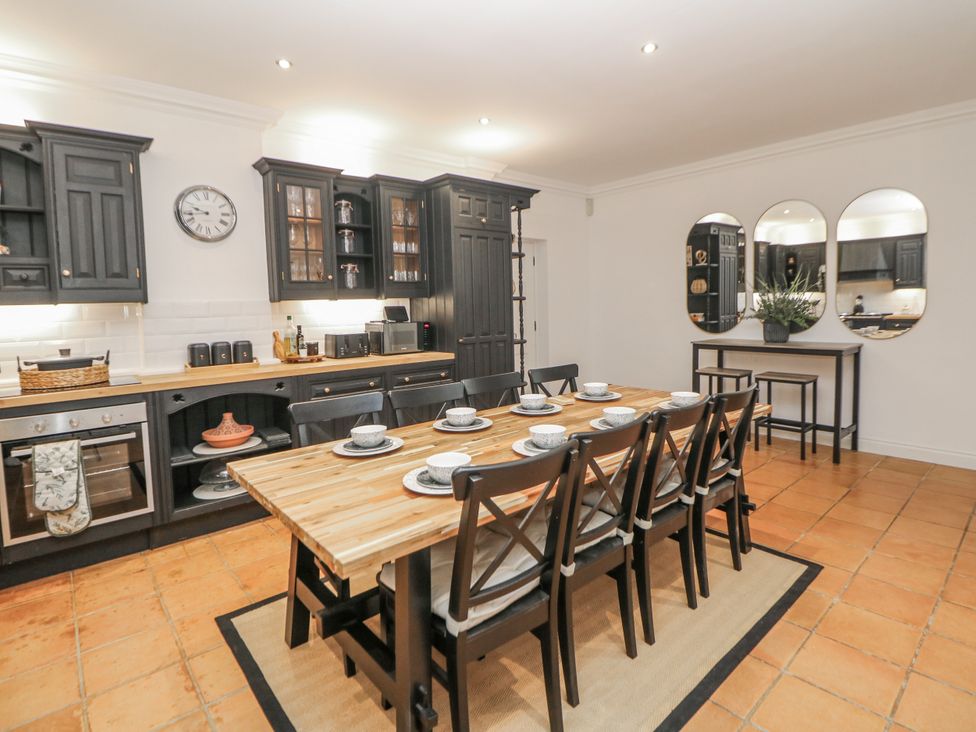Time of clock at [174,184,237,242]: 9:43
